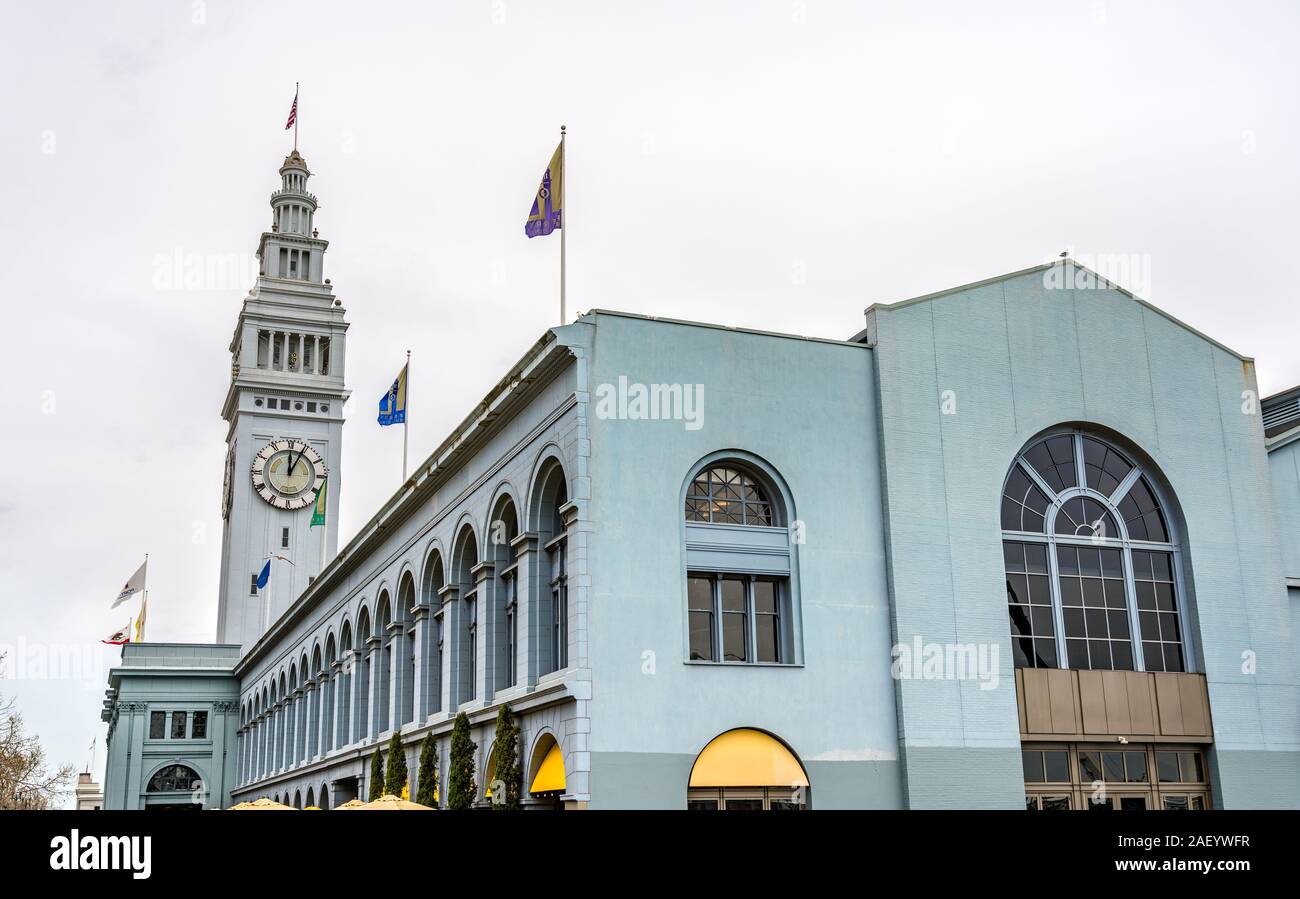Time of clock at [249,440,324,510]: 12:04
